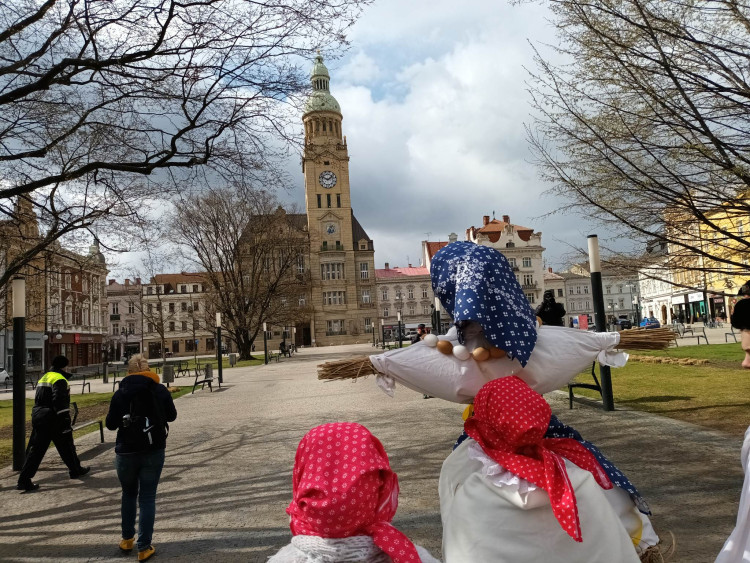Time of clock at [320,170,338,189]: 1:47
